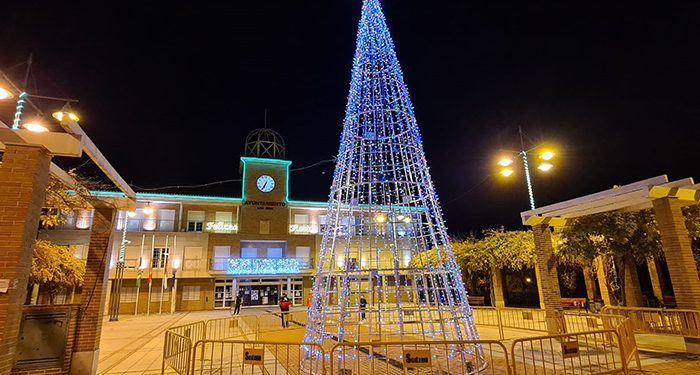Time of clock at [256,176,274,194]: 6:34
